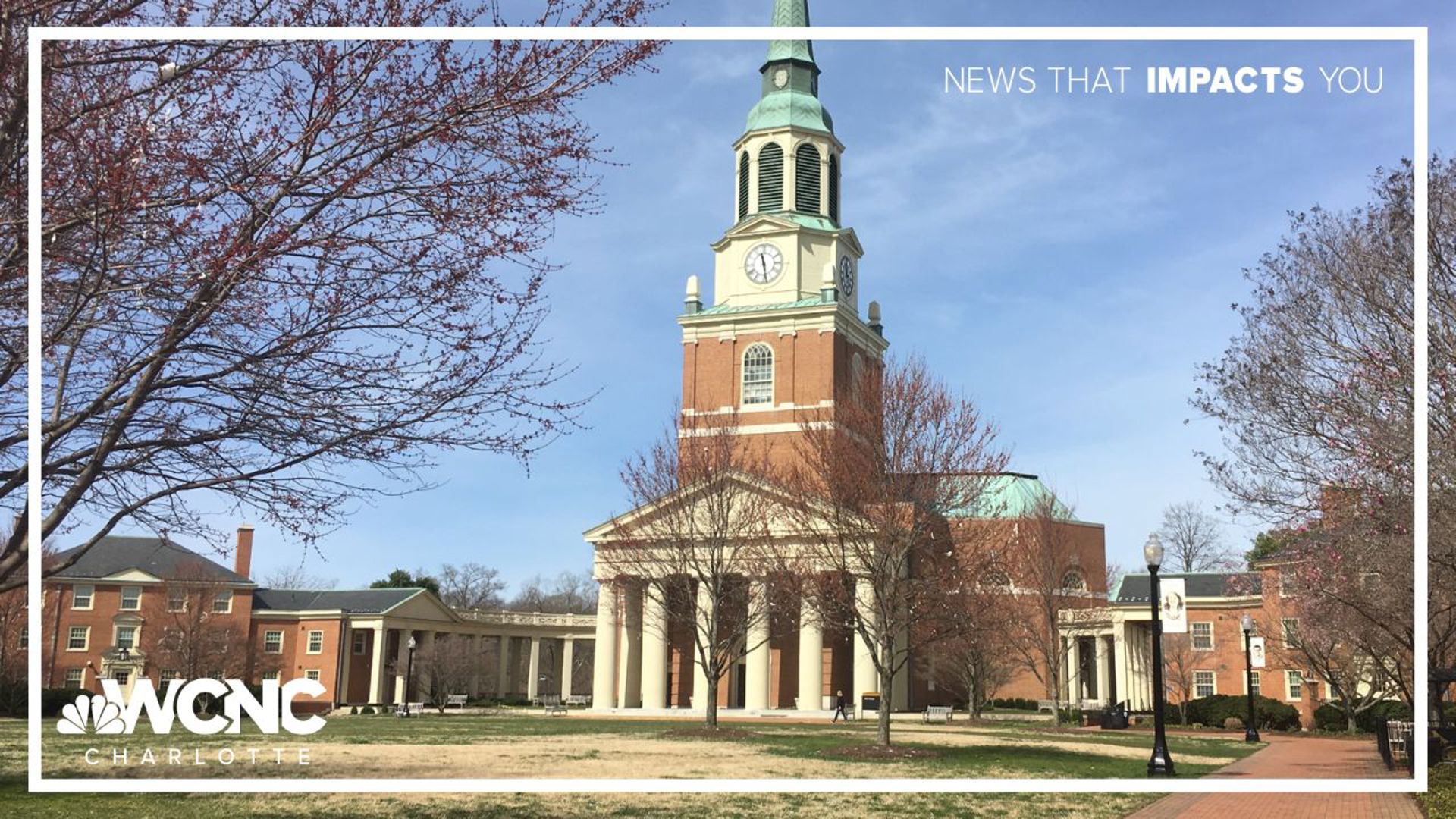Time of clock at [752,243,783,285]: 11:28
